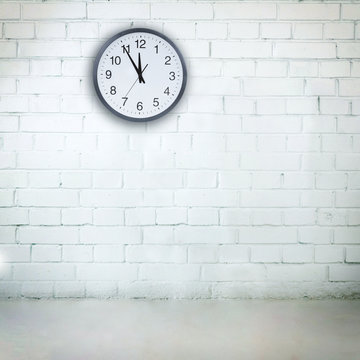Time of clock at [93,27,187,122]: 11:54
